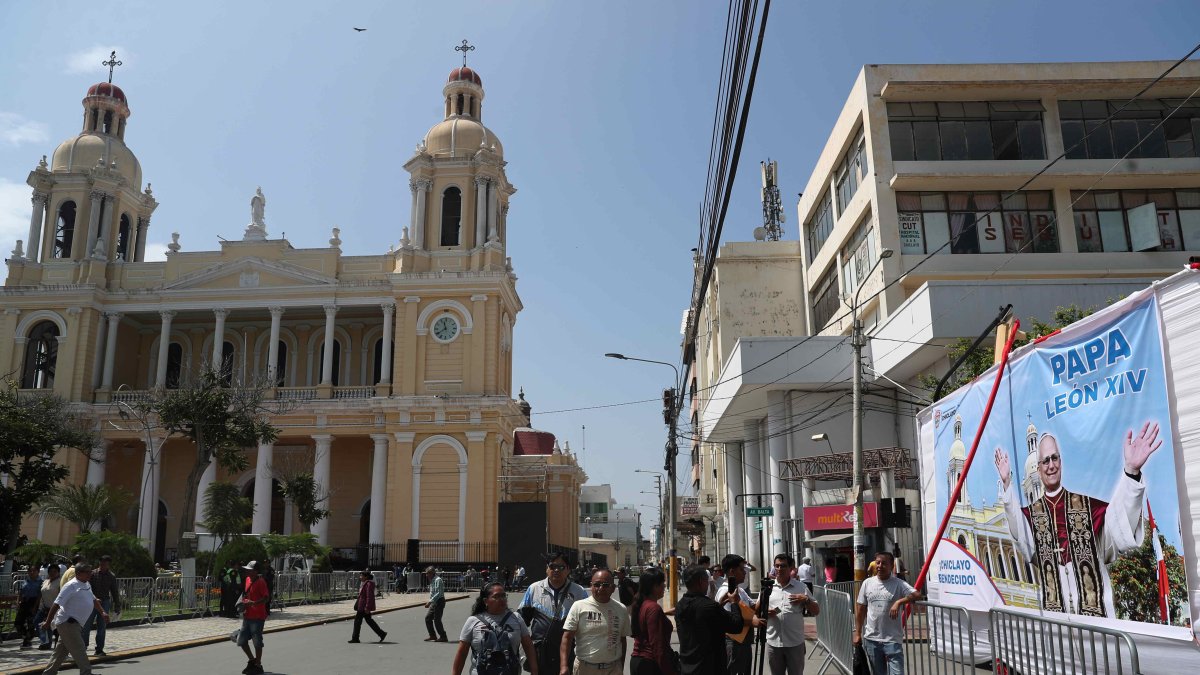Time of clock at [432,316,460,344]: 11:39
